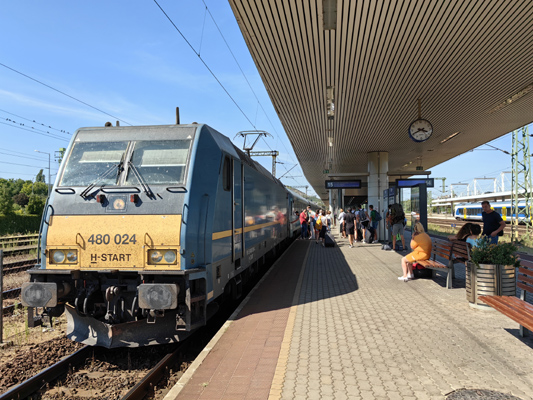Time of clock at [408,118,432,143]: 3:40
